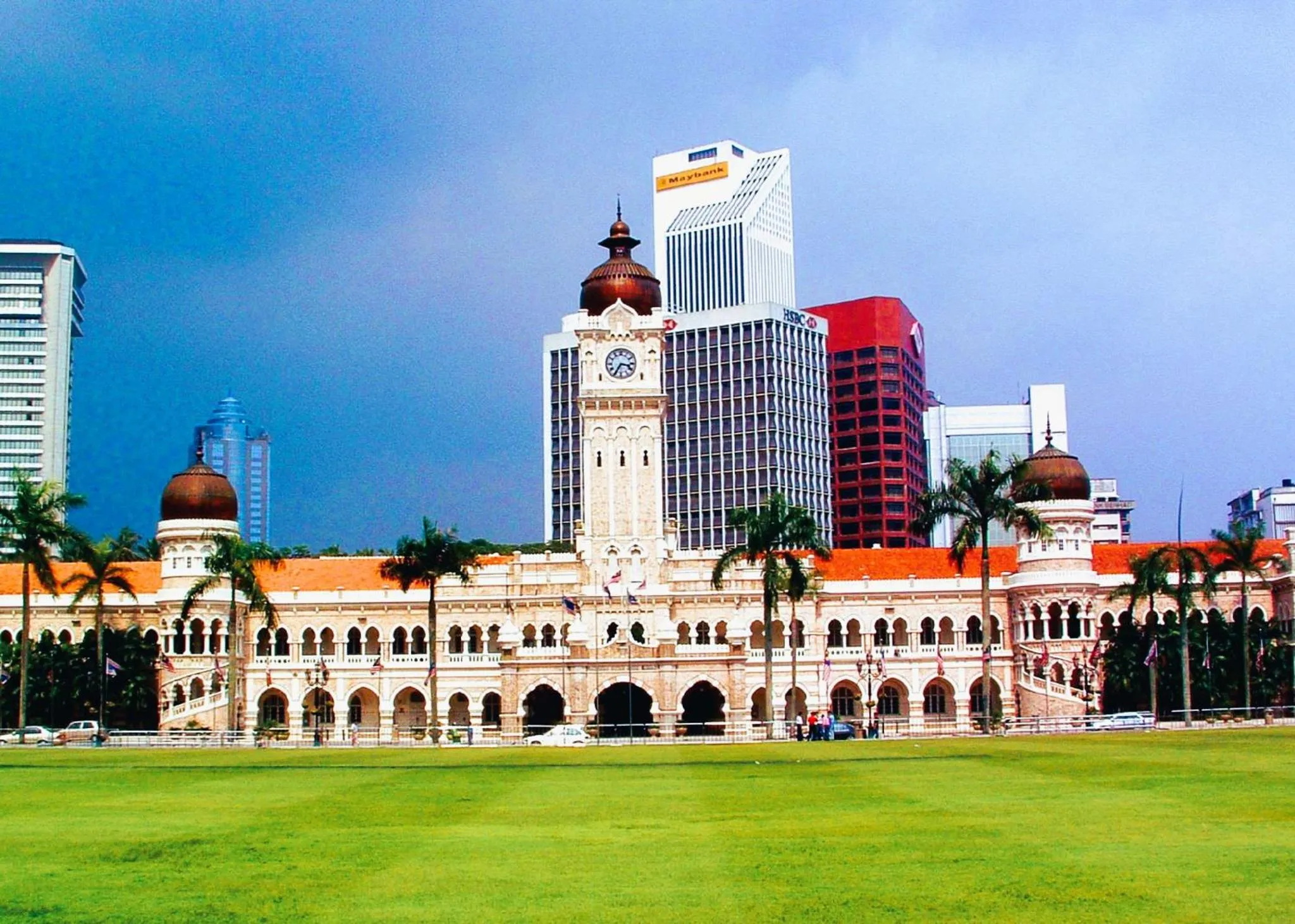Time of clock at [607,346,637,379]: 3:35
